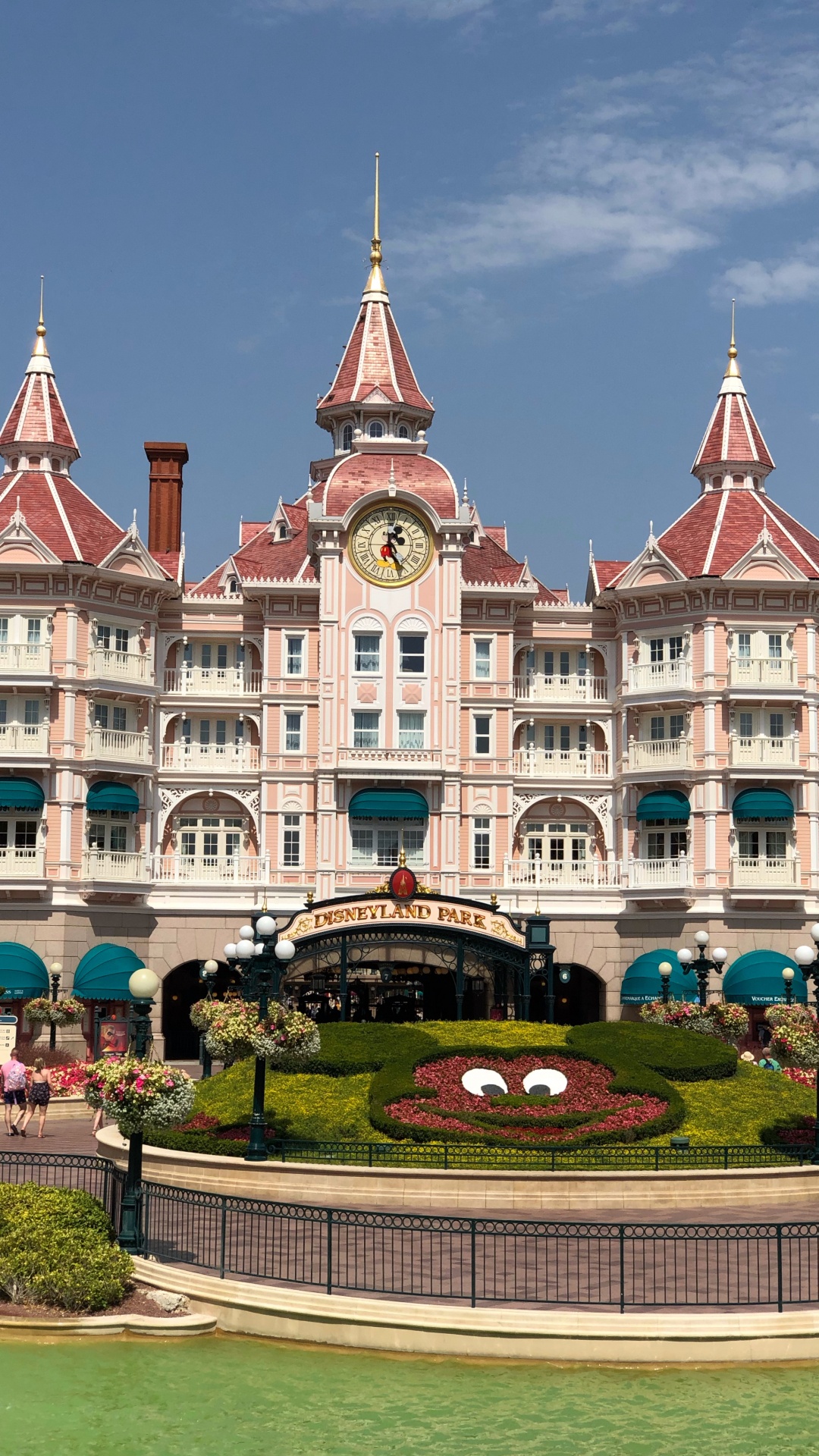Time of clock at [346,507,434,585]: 12:26
